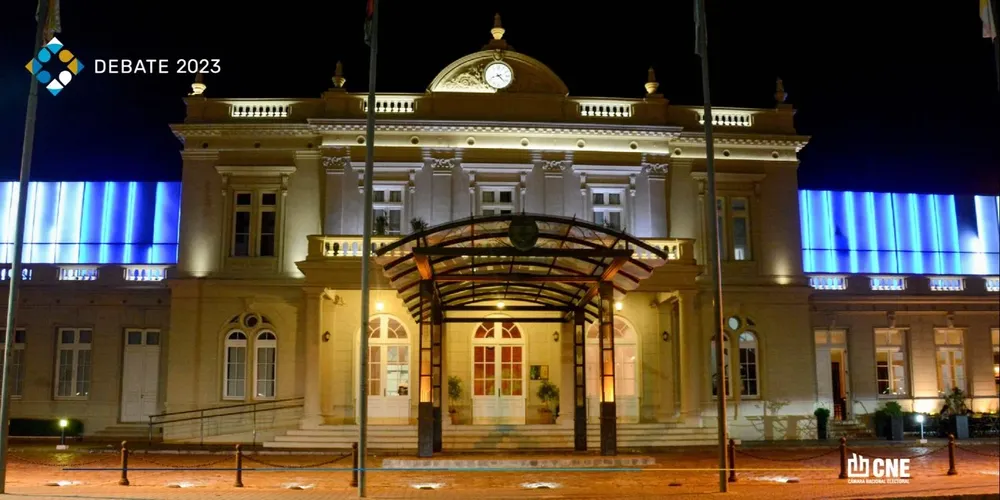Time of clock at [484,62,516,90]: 8:22
